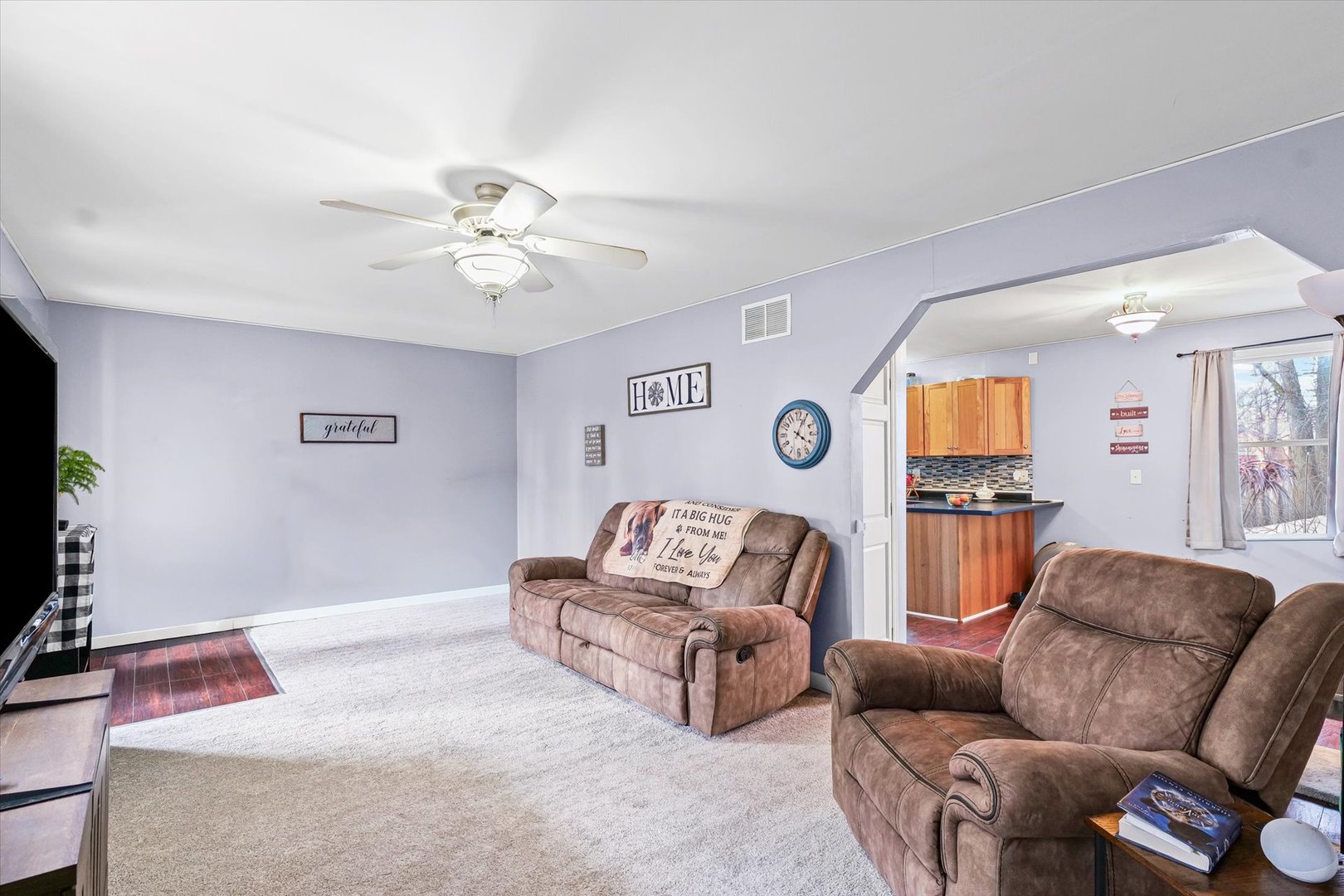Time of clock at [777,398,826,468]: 4:04
